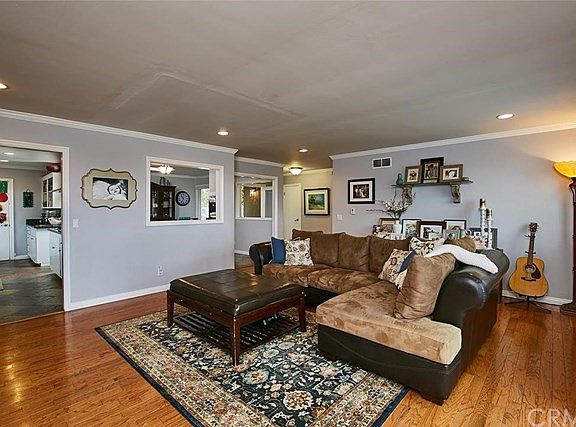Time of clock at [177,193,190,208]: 10:34
